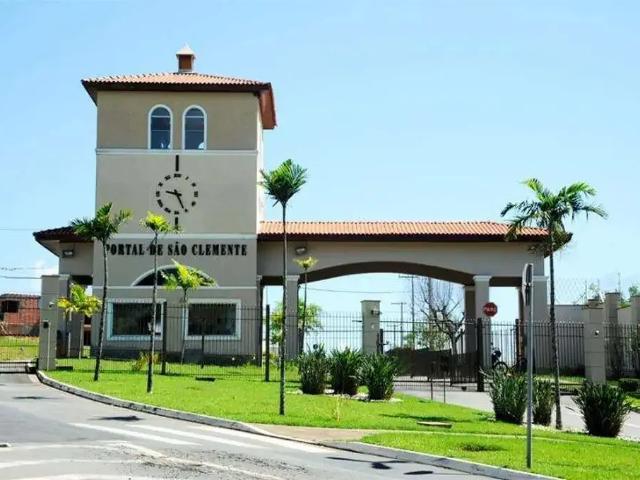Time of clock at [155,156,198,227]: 9:25
